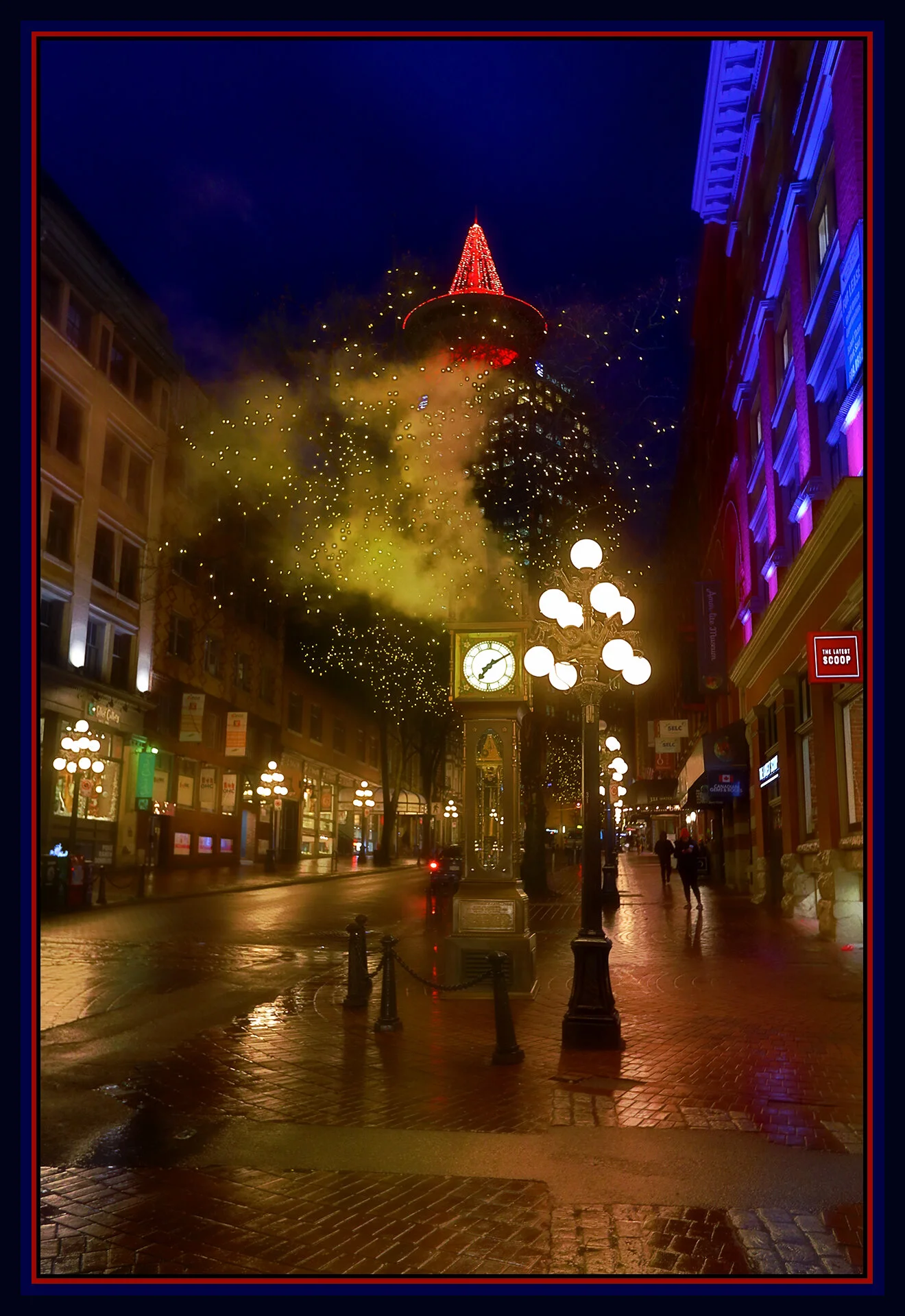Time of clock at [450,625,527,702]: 7:09
